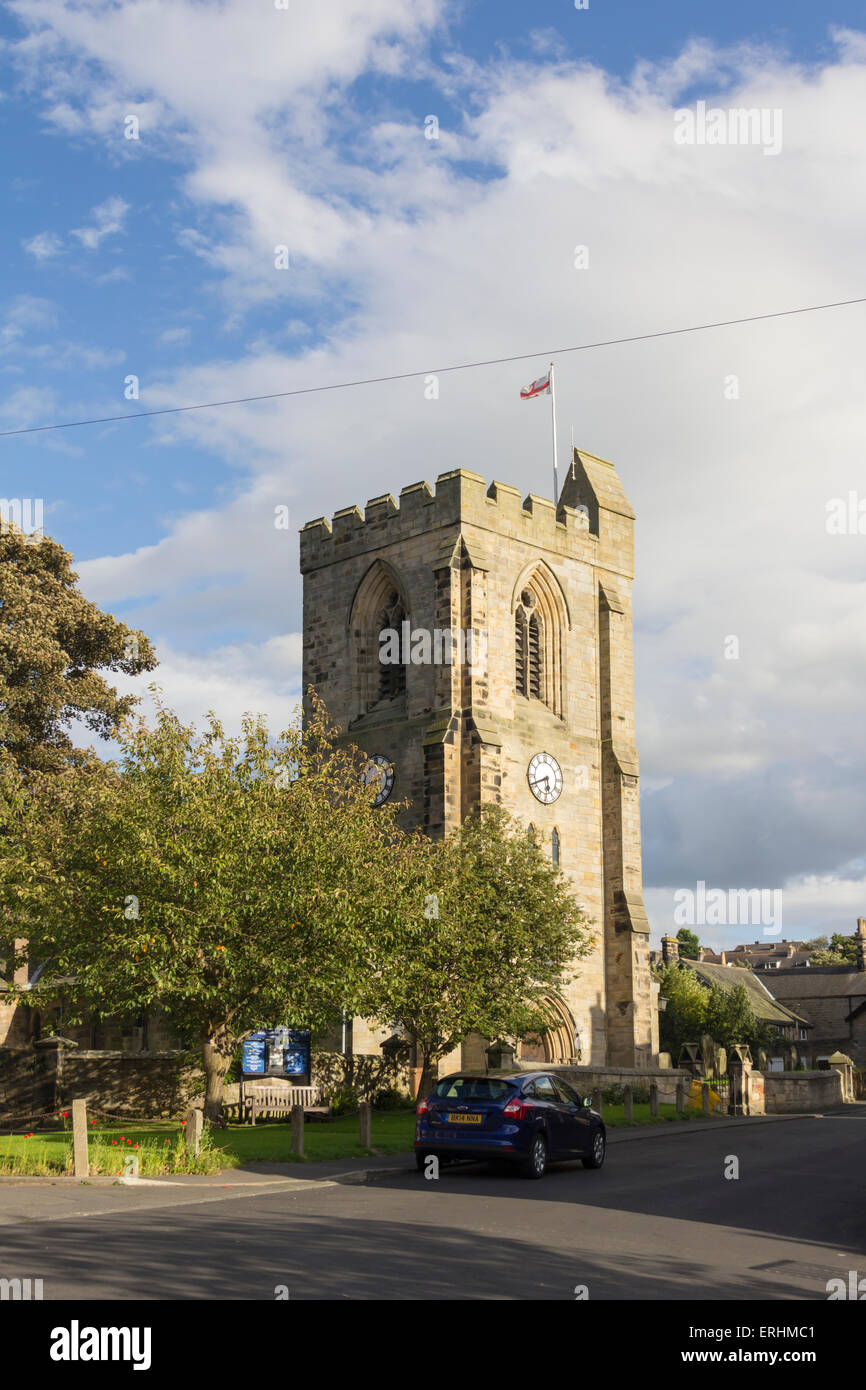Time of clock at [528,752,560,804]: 5:41
